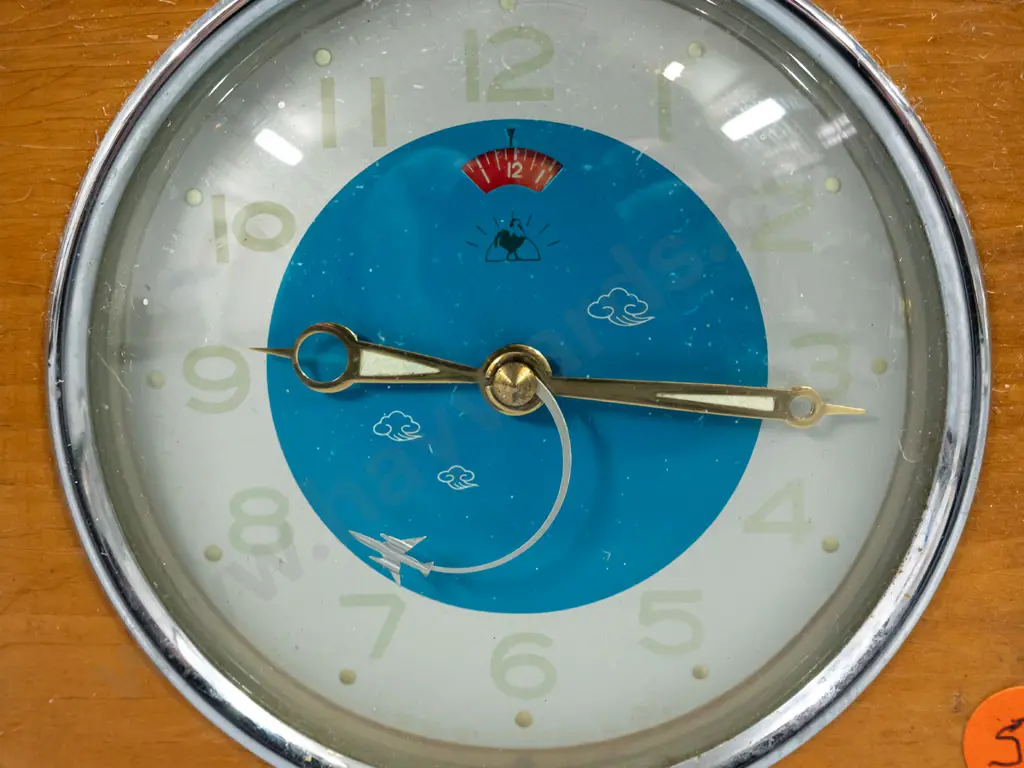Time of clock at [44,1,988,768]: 9:15
